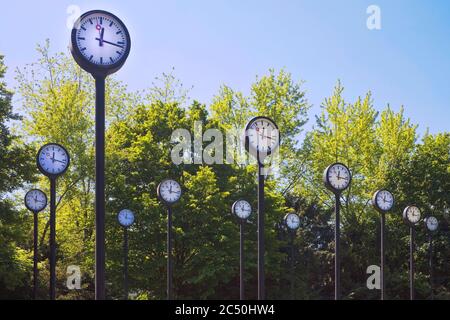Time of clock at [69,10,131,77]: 12:16
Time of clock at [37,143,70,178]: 12:17
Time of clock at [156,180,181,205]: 12:16
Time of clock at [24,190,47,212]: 12:17
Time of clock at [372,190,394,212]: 12:16
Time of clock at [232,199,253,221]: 12:16
